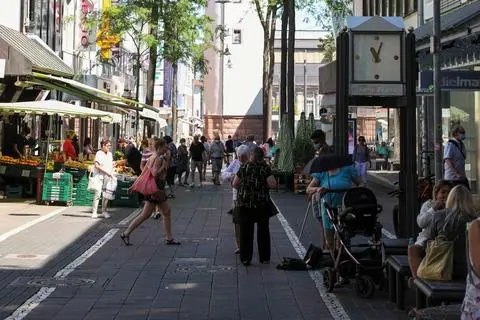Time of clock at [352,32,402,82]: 11:03
